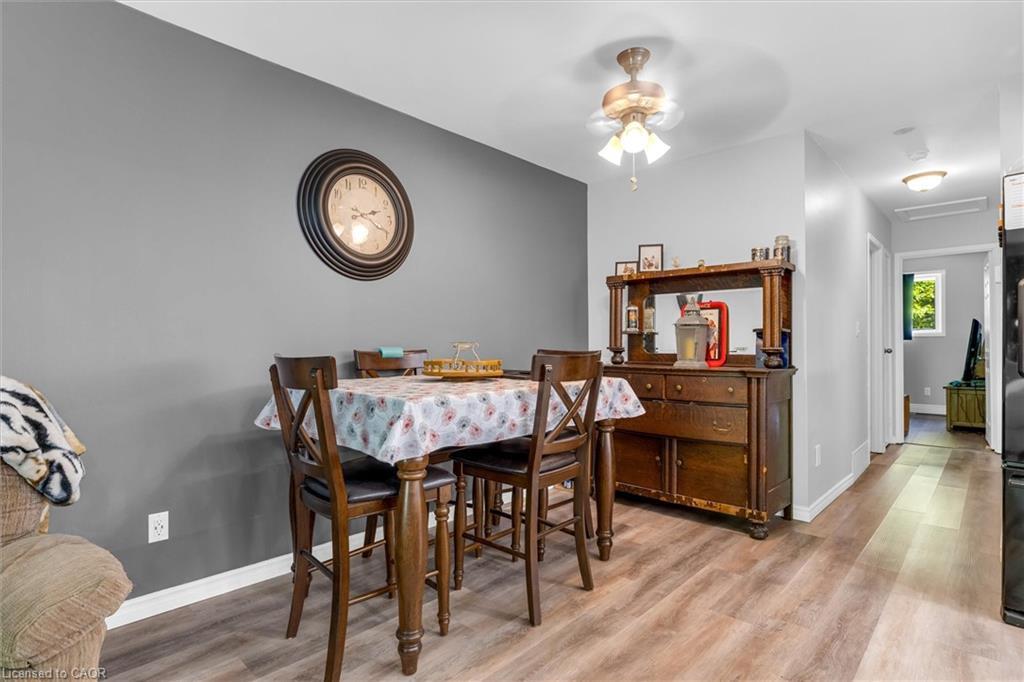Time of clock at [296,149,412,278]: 2:18
